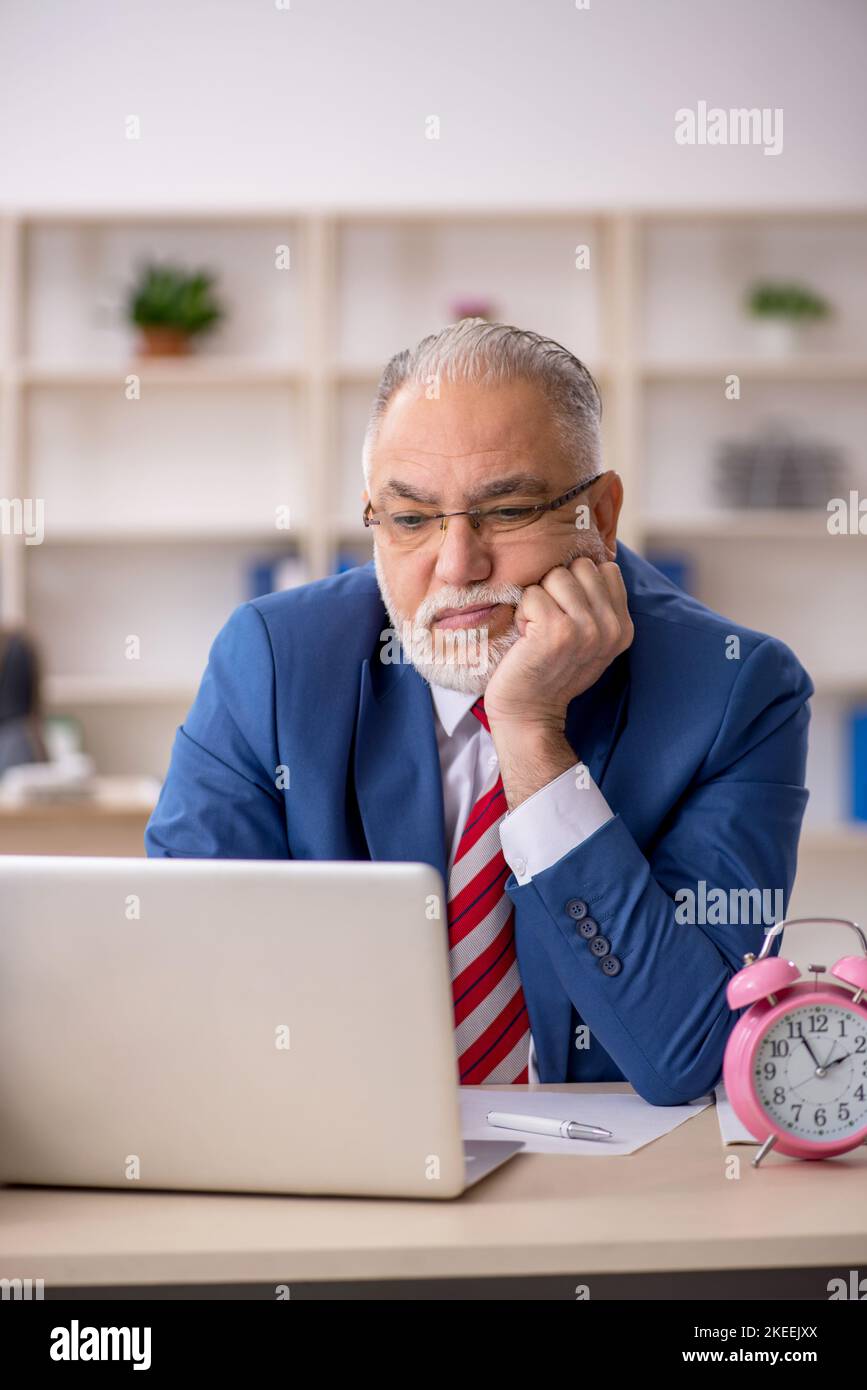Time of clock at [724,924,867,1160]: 1:55
